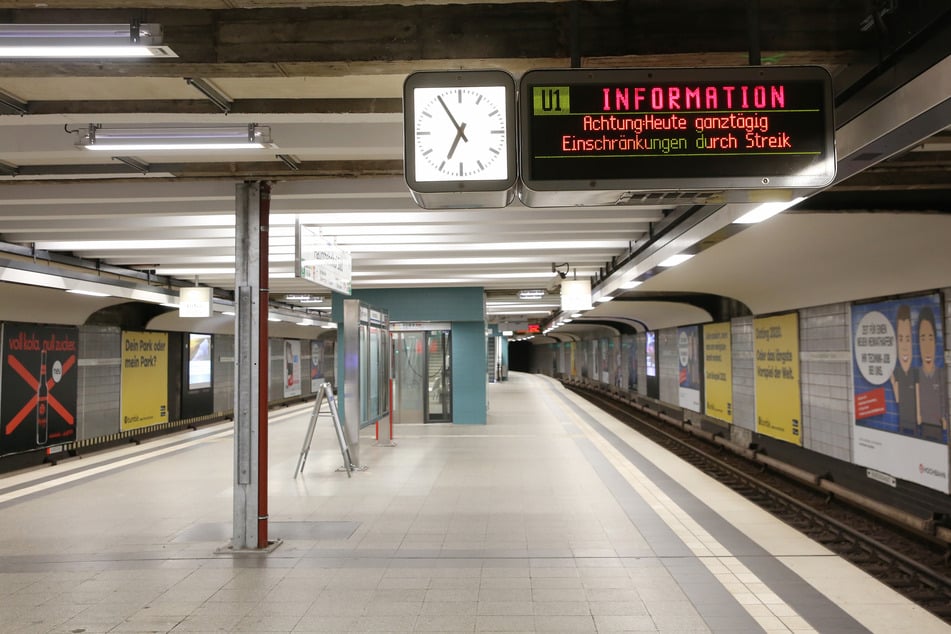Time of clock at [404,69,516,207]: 6:54
